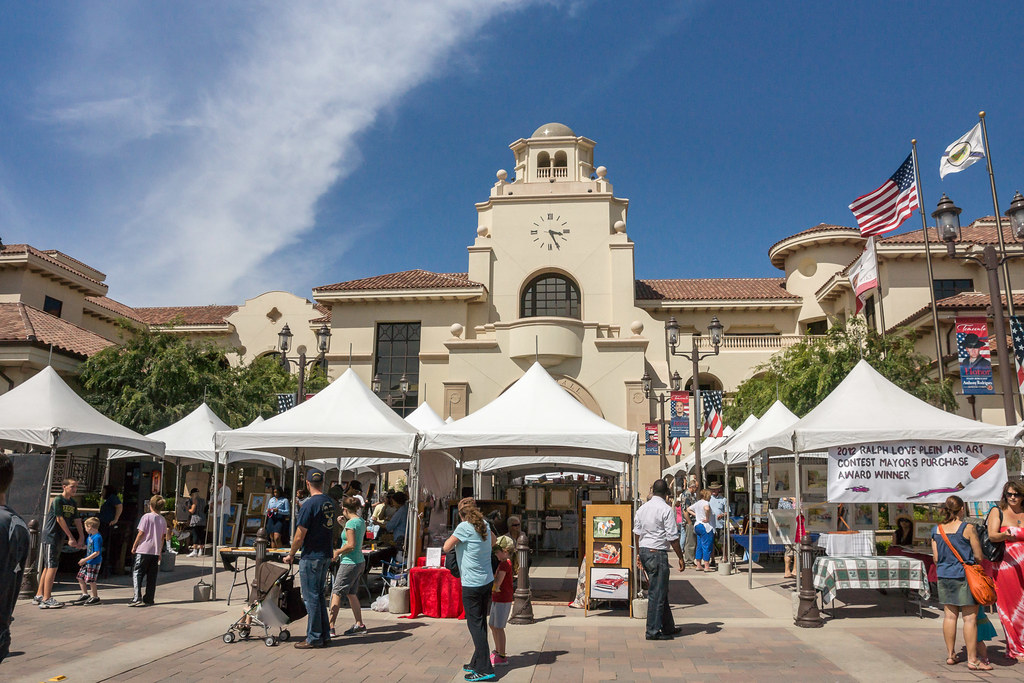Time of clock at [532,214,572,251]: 3:25
